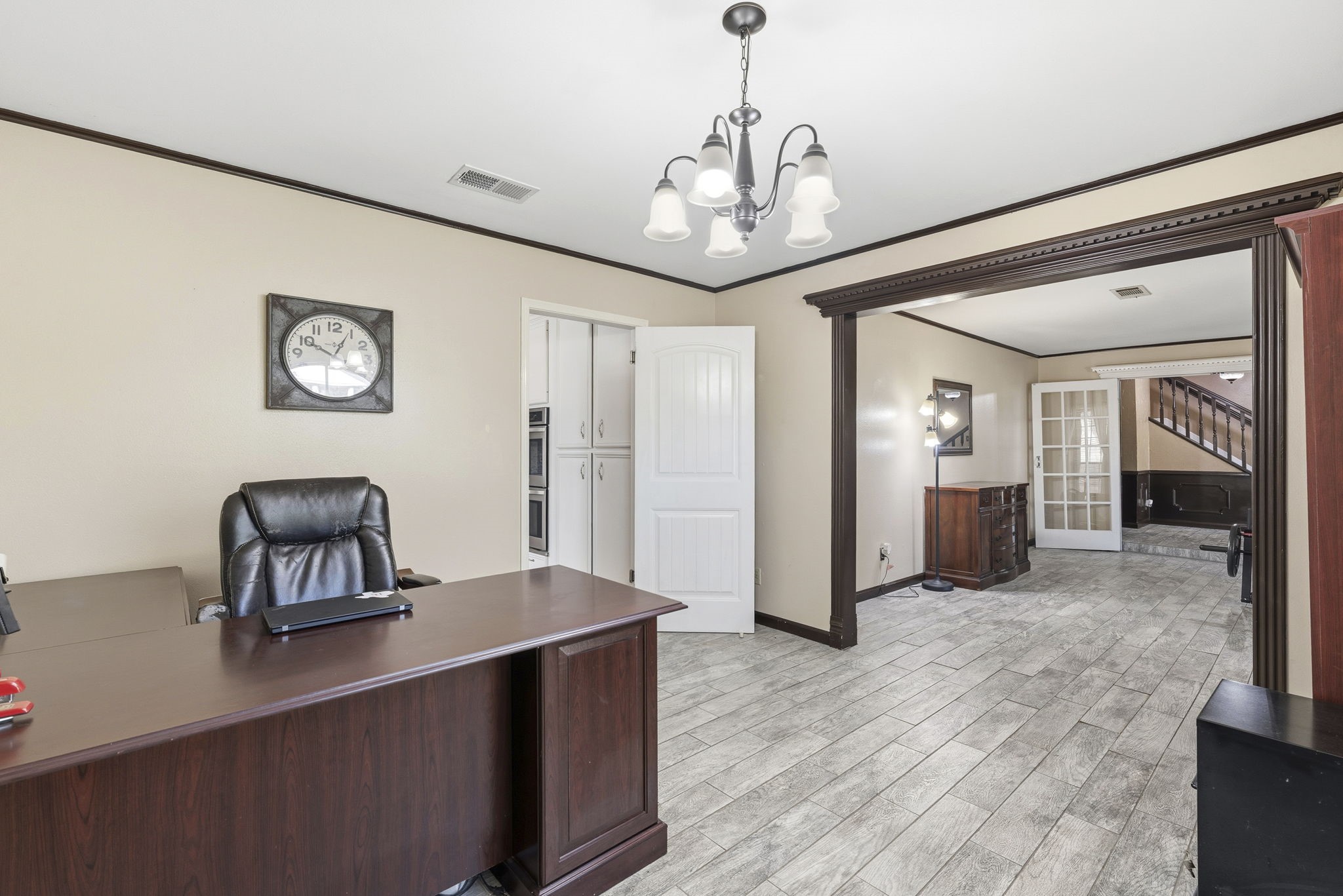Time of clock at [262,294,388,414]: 12:49
